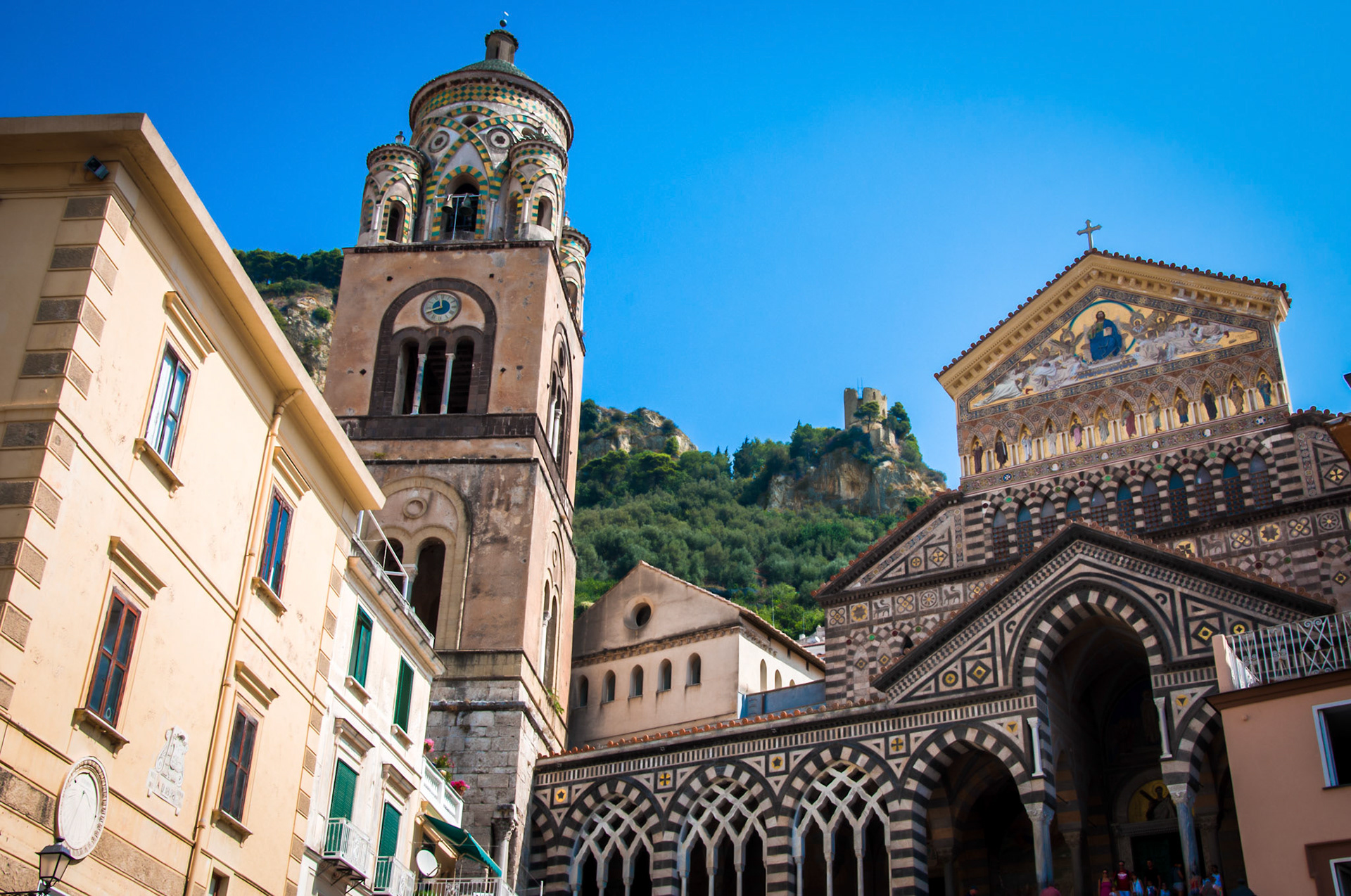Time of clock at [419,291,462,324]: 11:41
